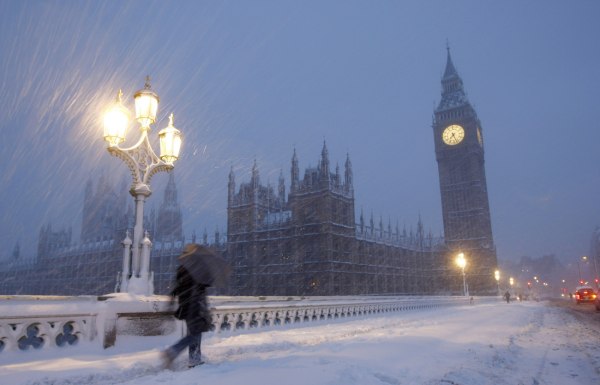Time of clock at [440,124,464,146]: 7:26
